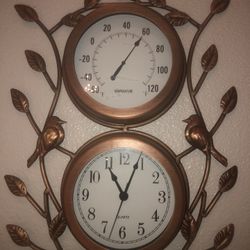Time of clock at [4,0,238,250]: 11:04
